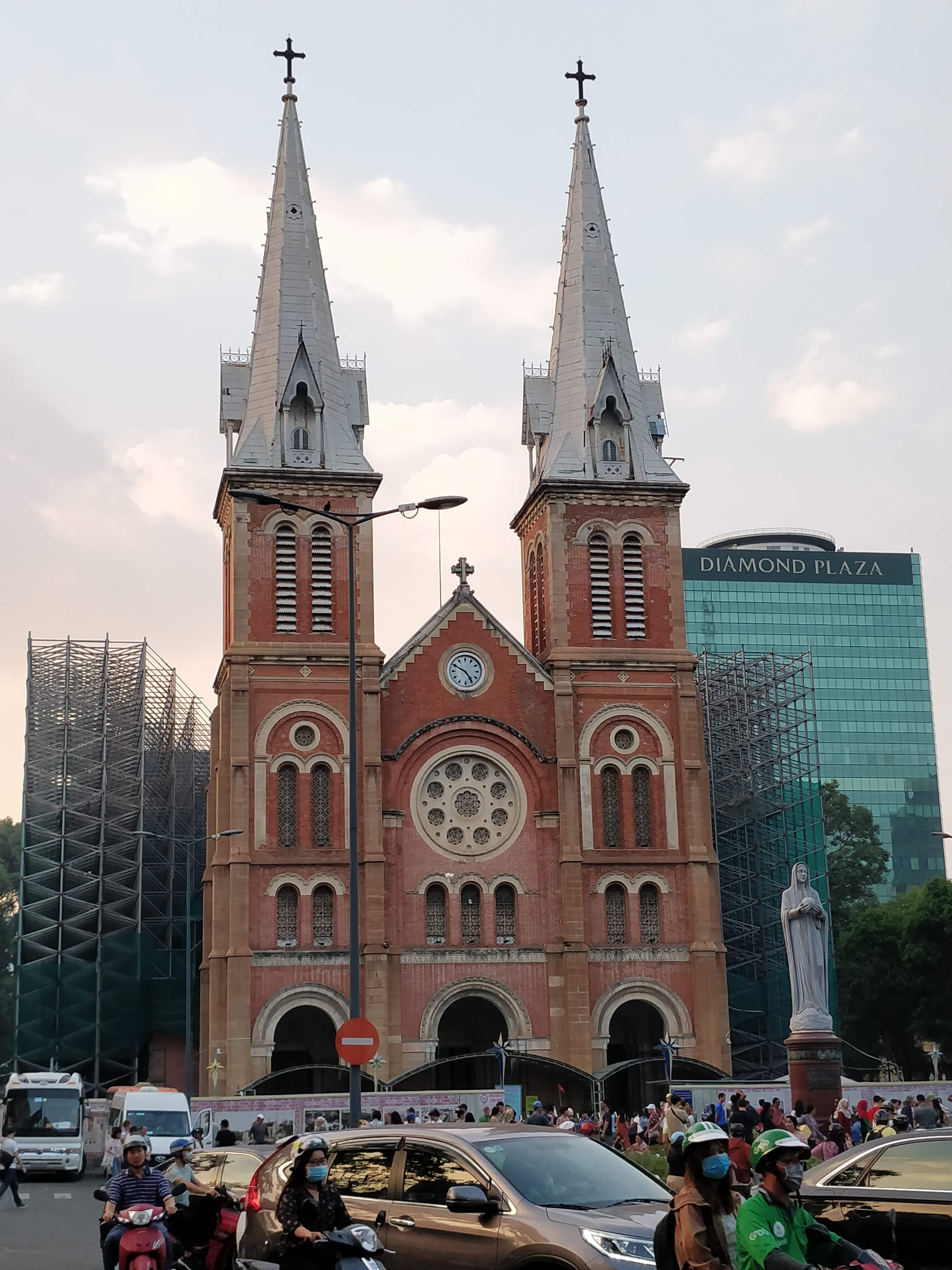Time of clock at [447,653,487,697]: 4:49
